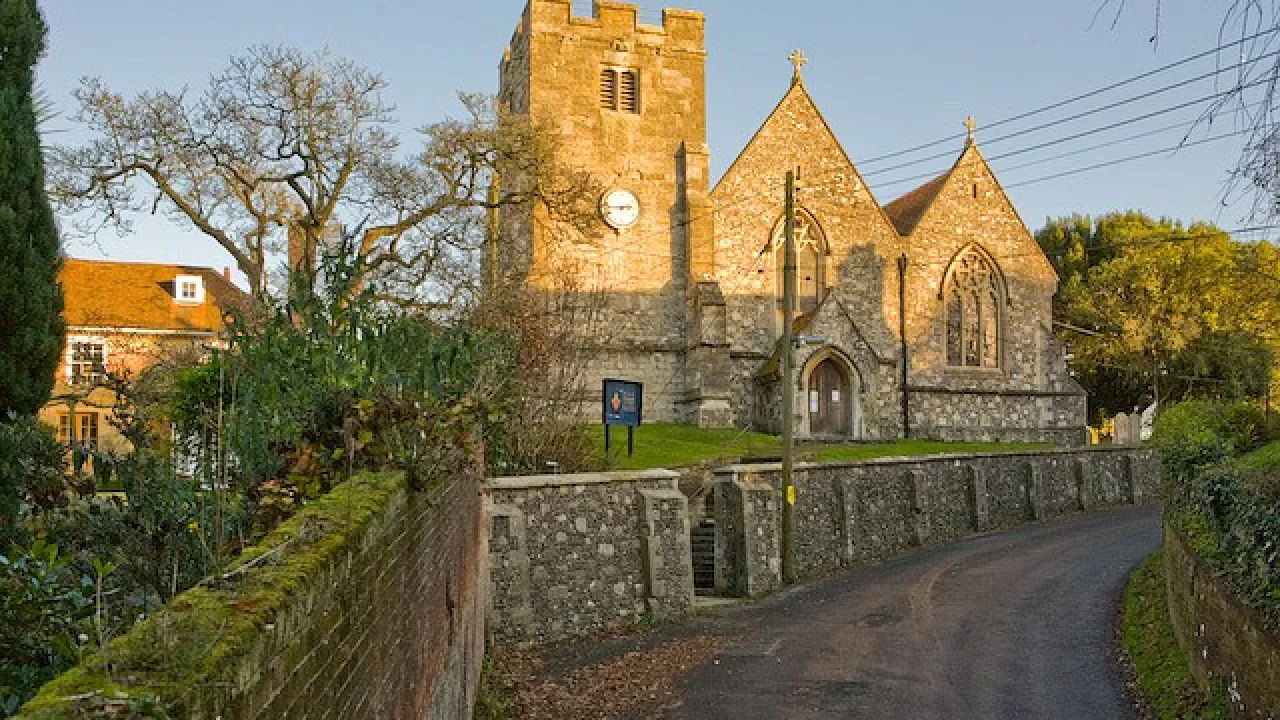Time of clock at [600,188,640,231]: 2:44
